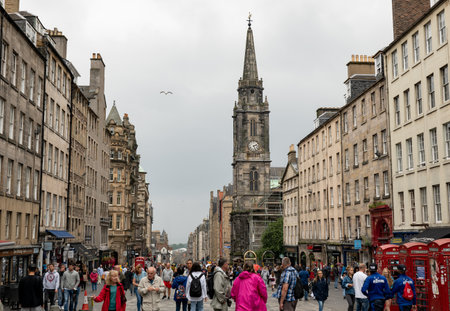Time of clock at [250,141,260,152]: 2:25
